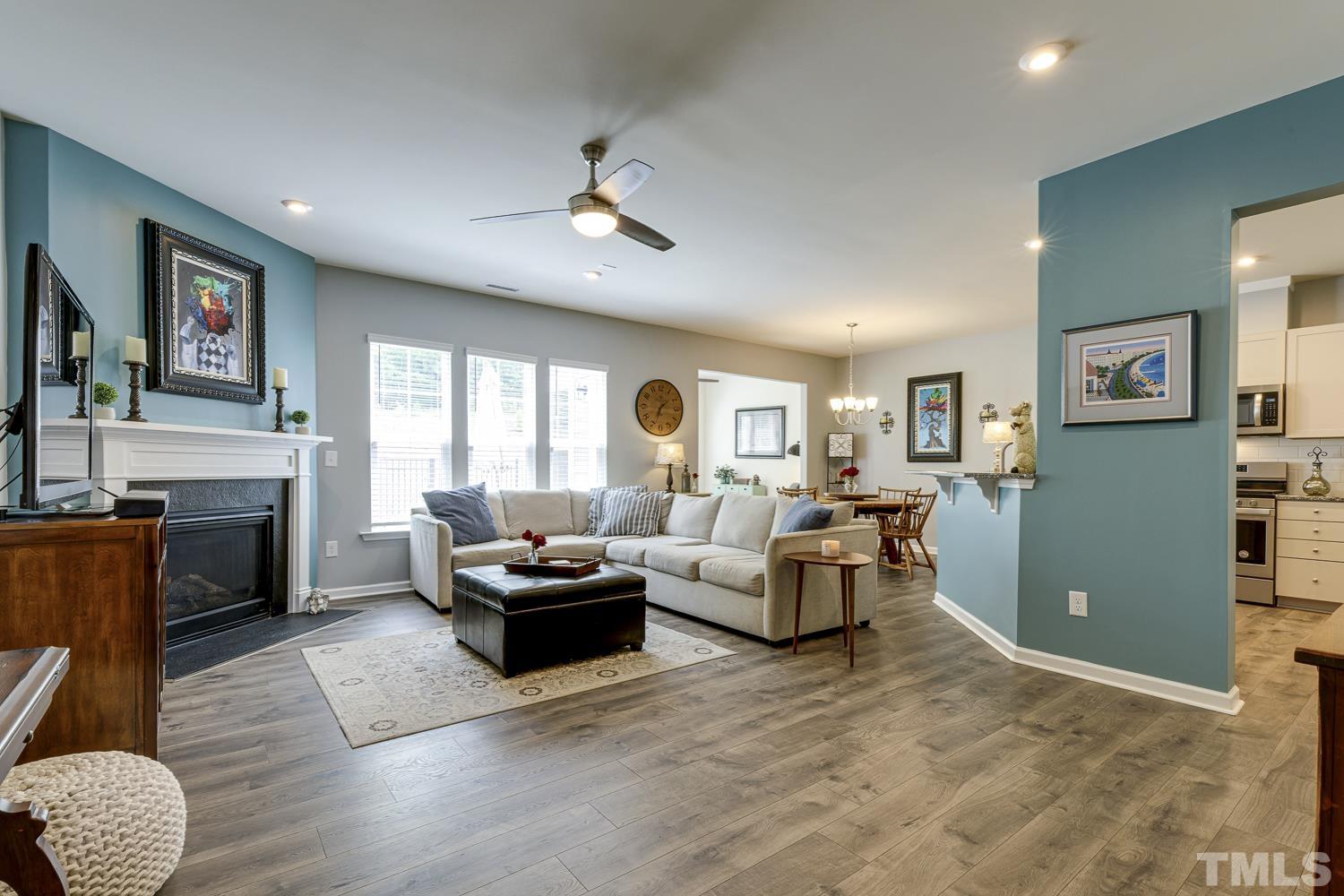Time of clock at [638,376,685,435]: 1:33
